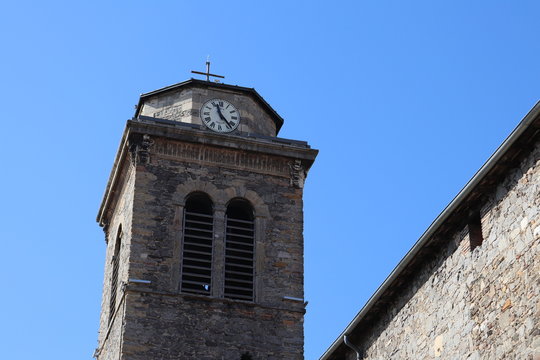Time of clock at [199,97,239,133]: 11:23
